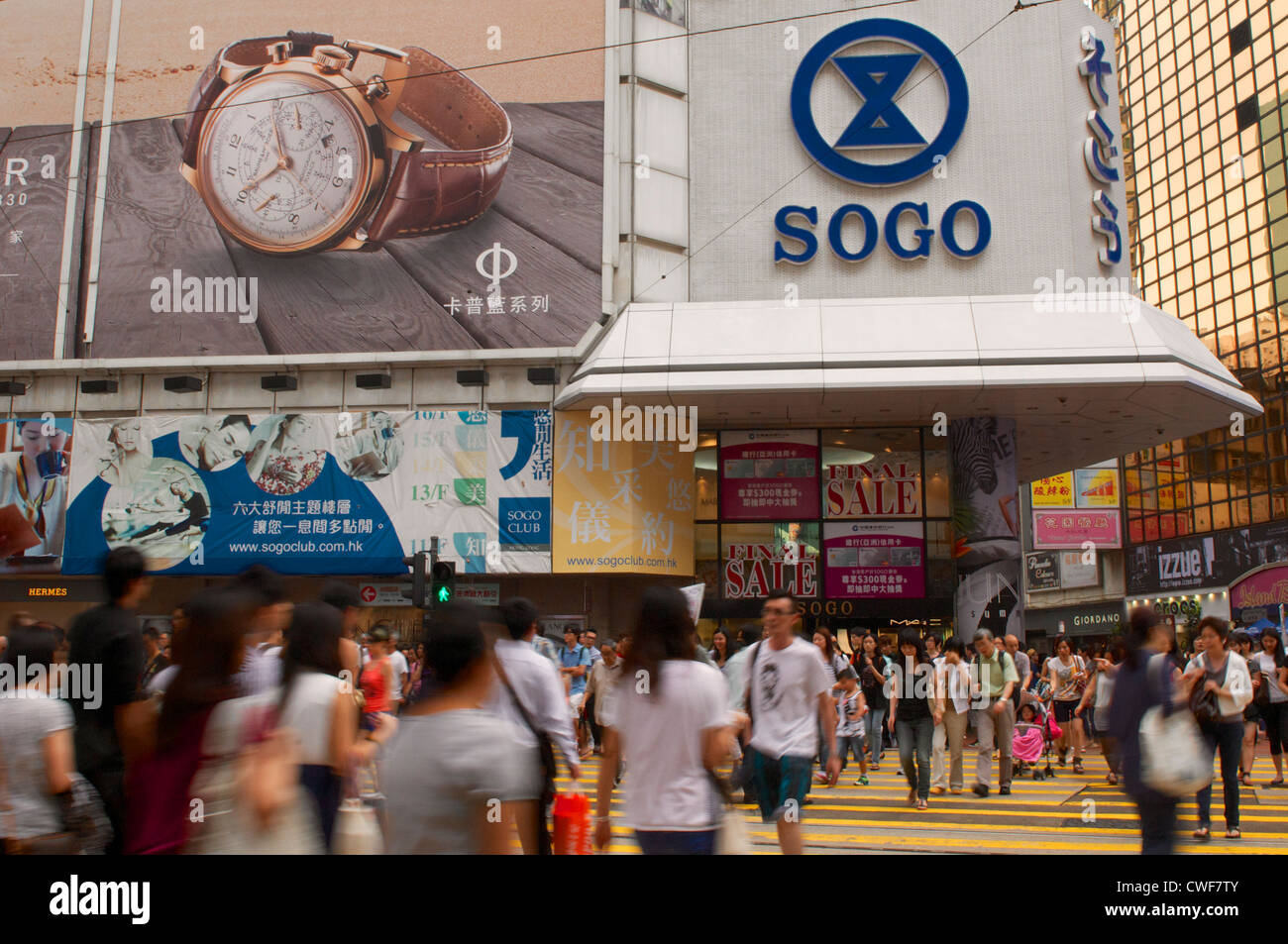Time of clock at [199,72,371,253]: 11:40
